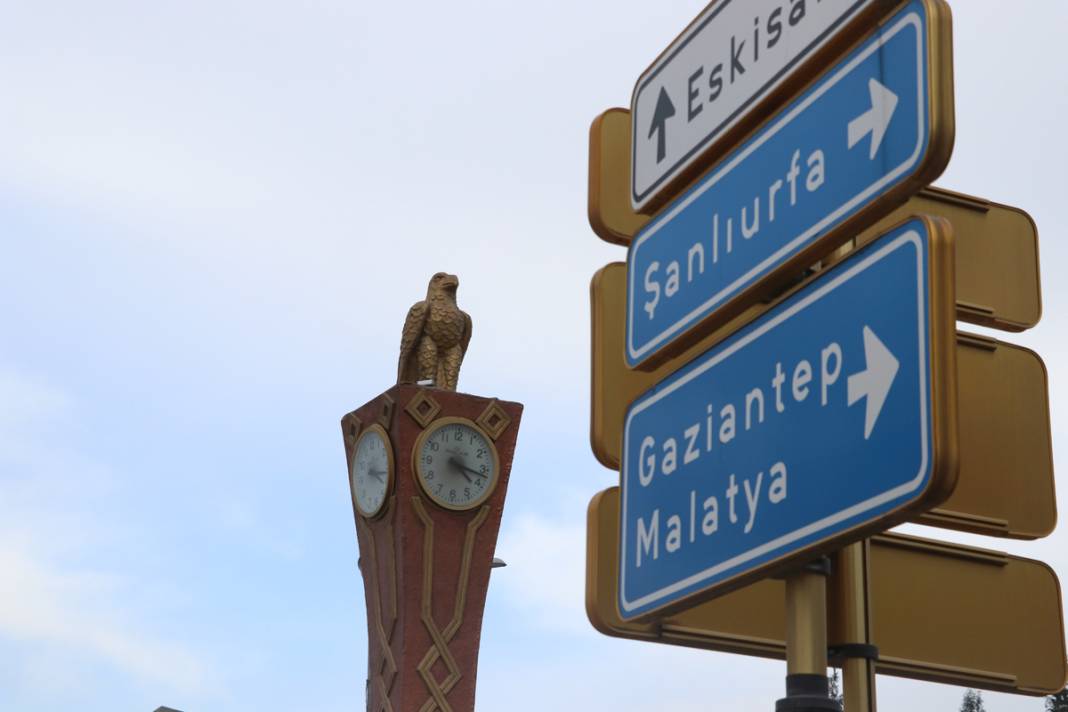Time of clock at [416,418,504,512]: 4:17
